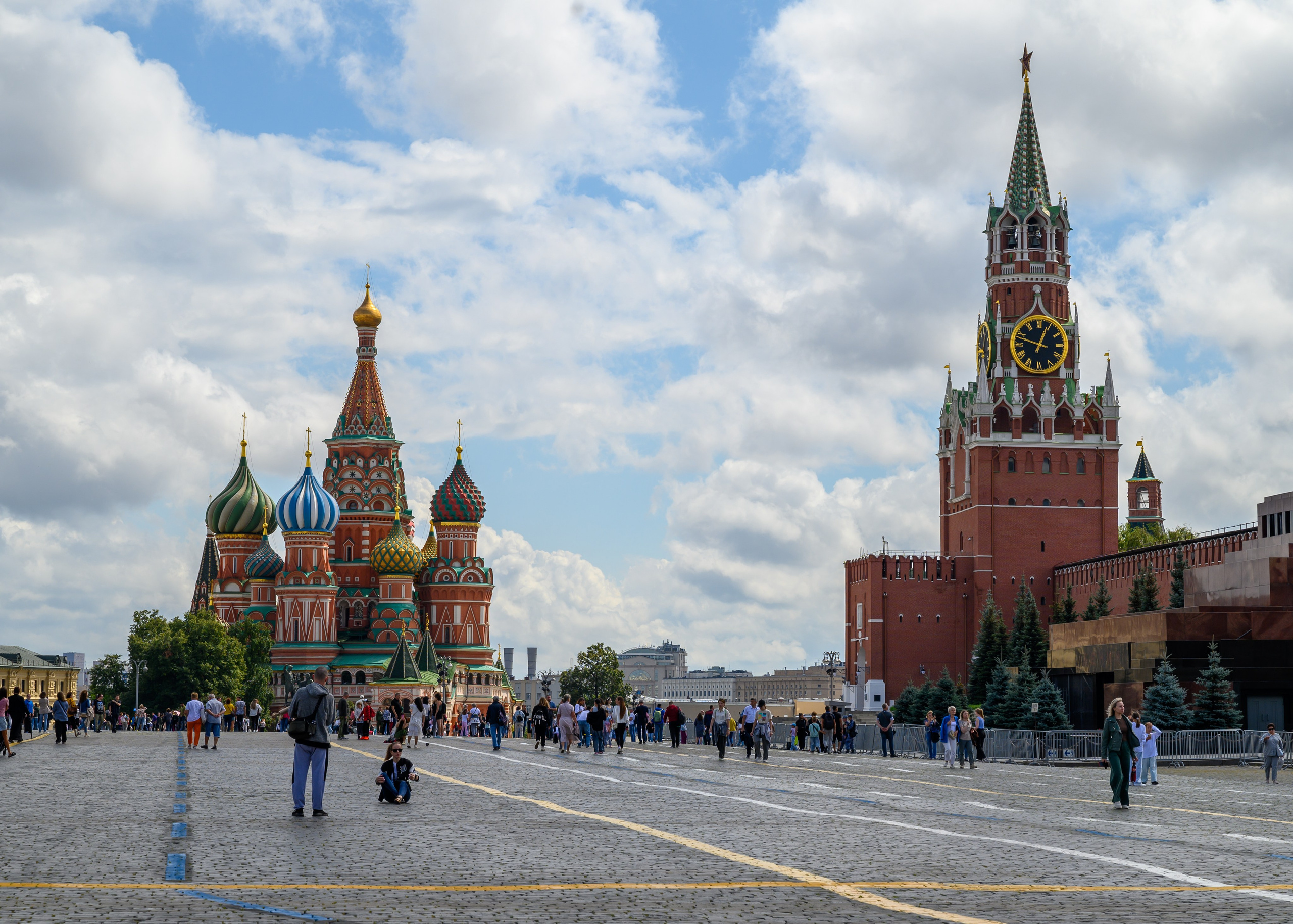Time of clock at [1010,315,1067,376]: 12:48
